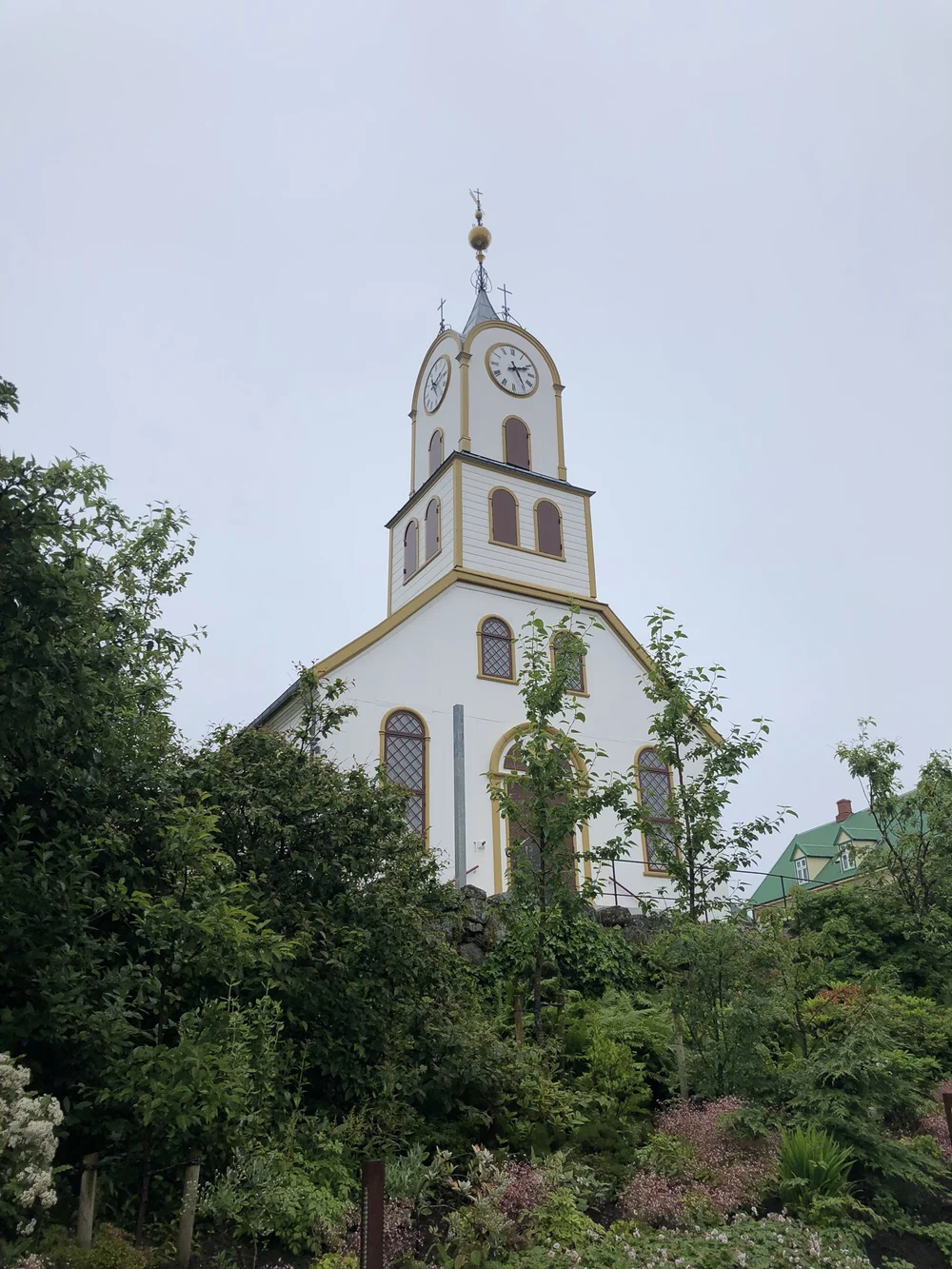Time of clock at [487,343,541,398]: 2:24
